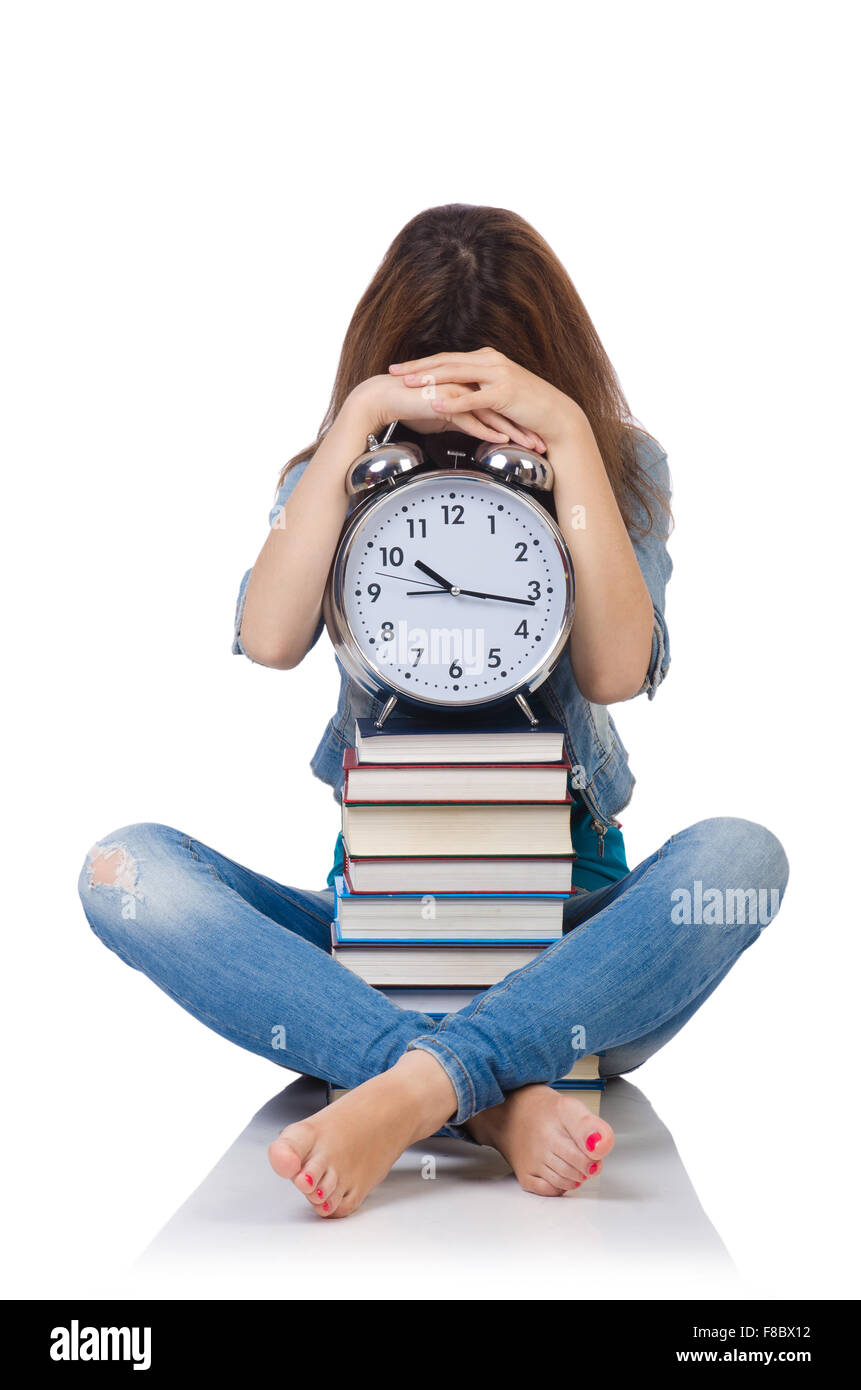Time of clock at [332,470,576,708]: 10:16
